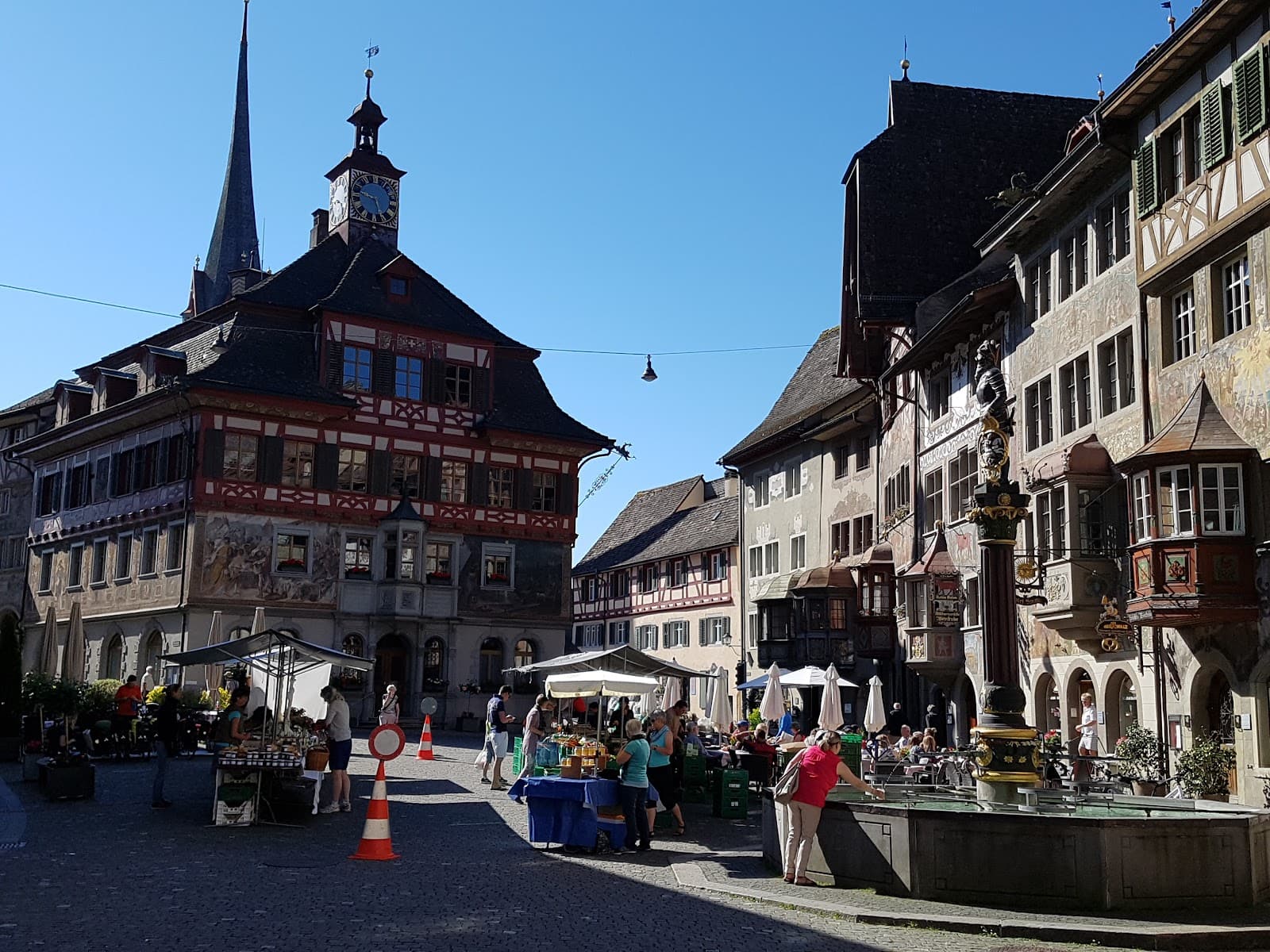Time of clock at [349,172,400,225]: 9:26
